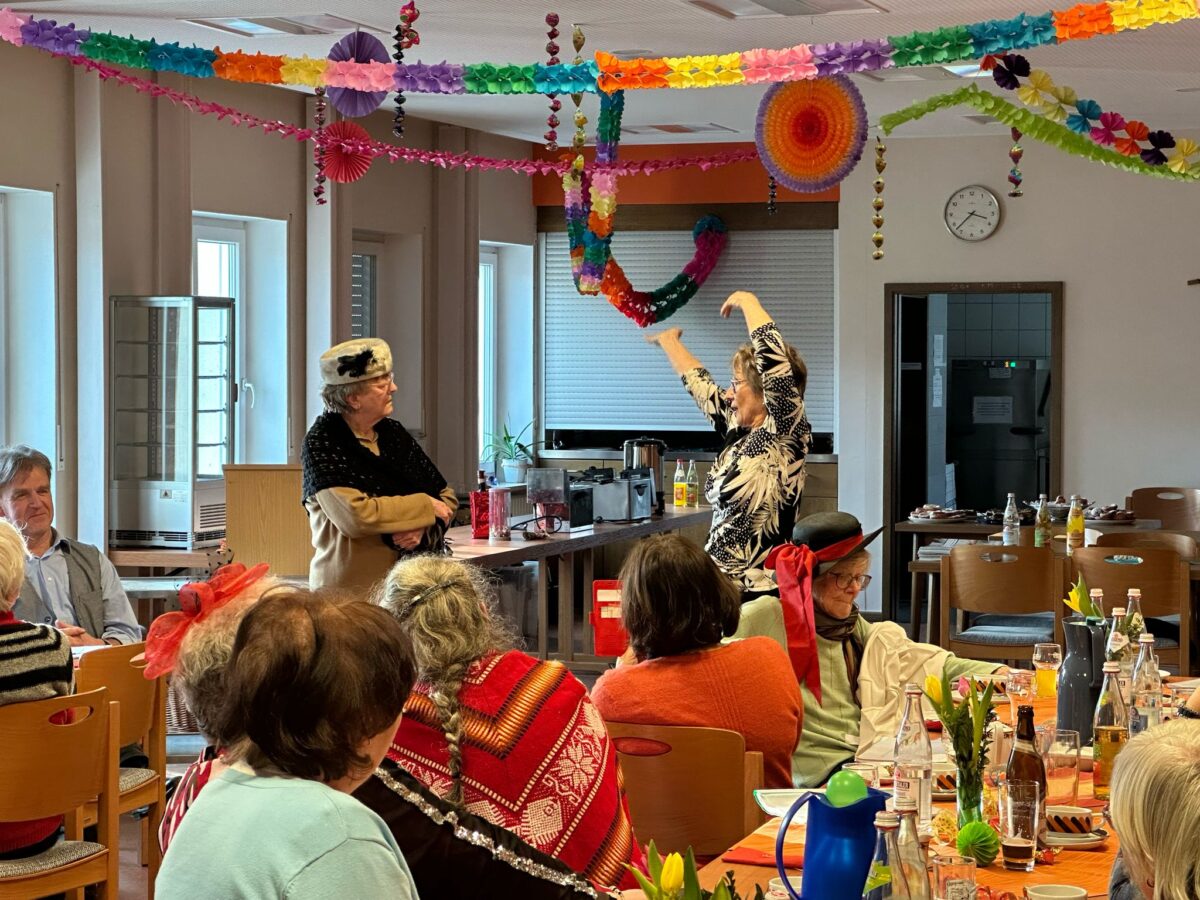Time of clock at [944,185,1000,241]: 3:37
